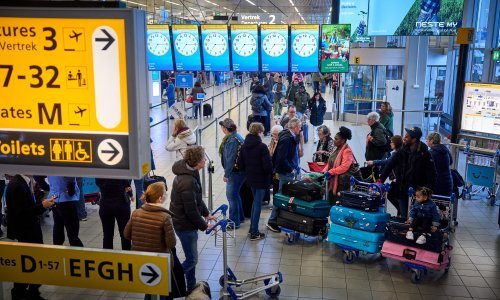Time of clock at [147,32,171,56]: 7:15
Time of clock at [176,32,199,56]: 7:15
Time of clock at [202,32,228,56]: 7:15
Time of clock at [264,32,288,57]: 7:14
